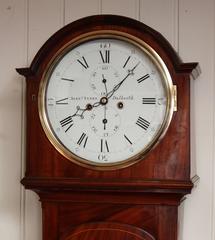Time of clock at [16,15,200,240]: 8:07
